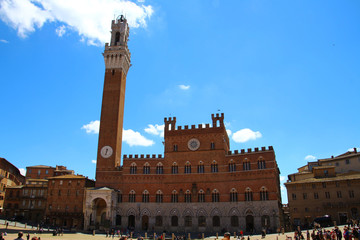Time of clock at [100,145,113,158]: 12:32
